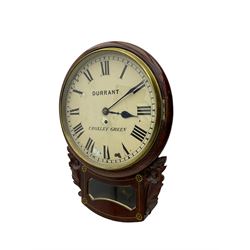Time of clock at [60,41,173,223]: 3:09
